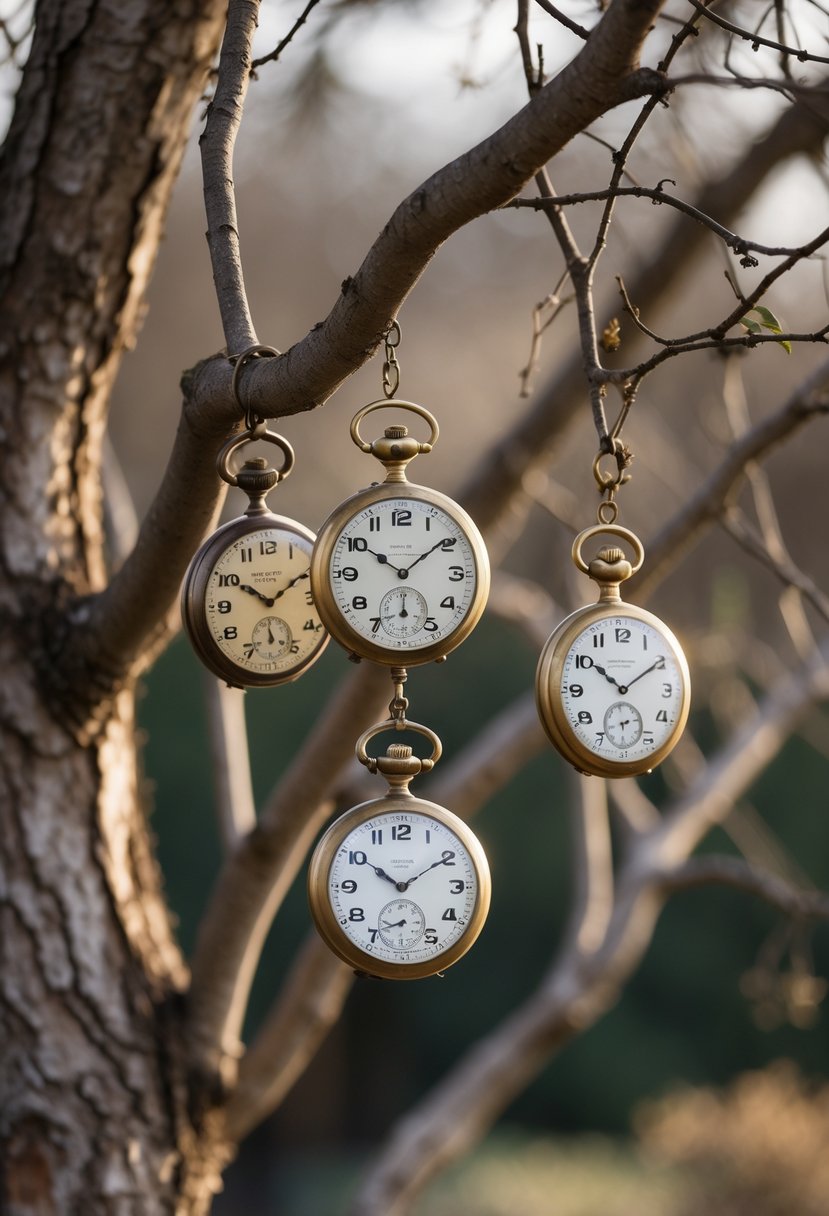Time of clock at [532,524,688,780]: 10:09
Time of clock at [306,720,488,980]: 10:09
